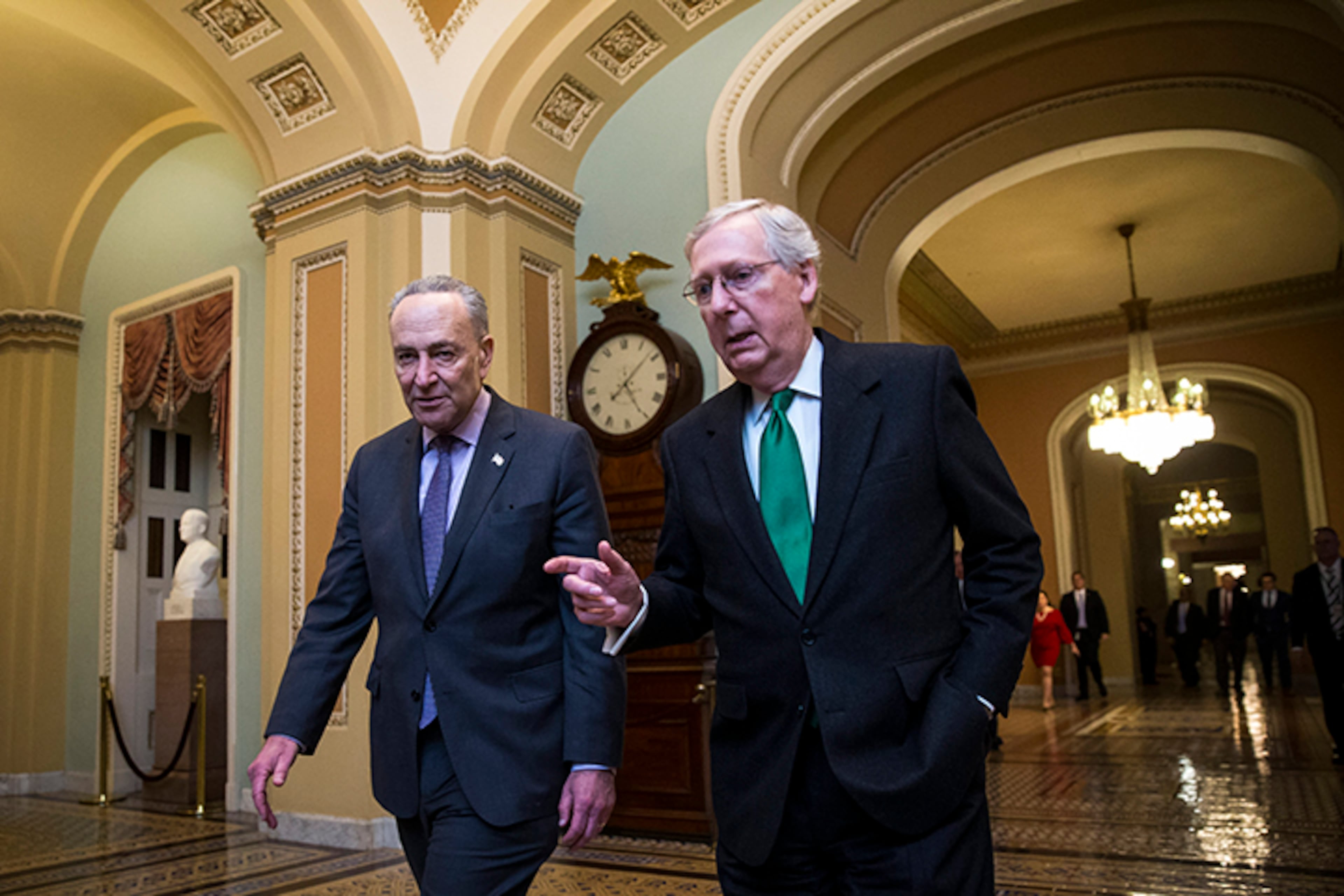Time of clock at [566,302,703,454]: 5:08
